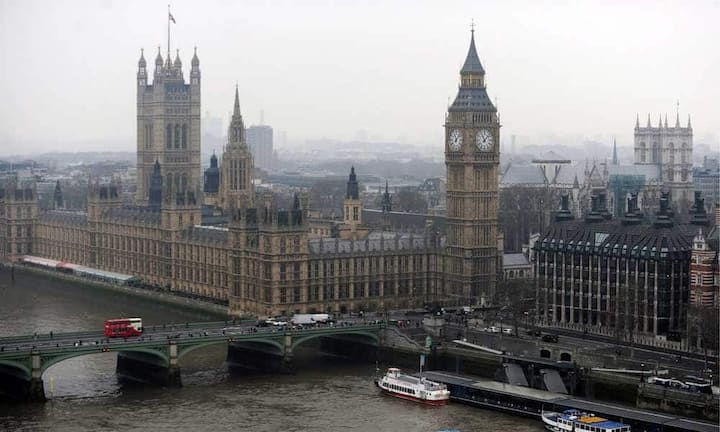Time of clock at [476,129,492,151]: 11:07
